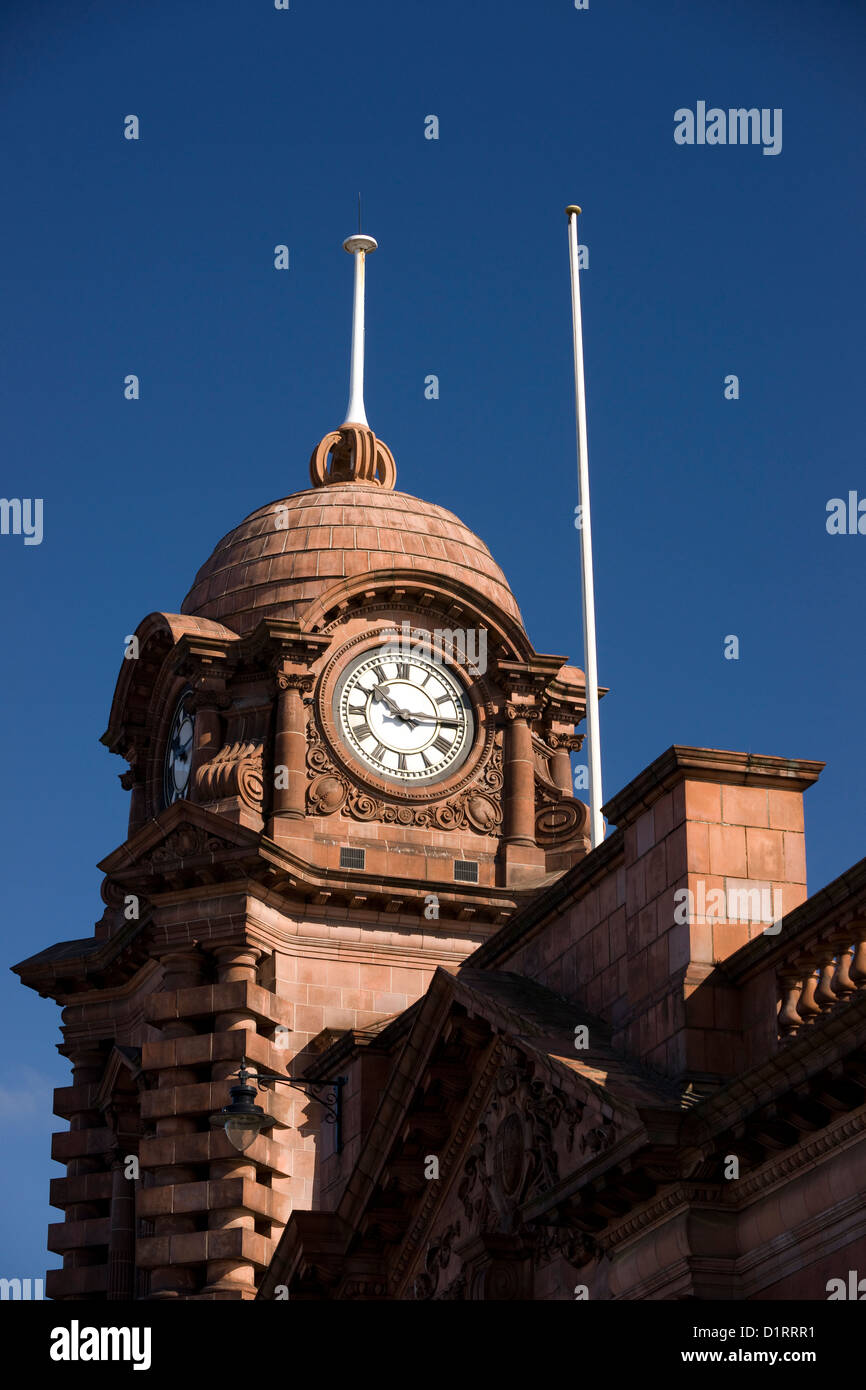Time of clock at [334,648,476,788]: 10:15
